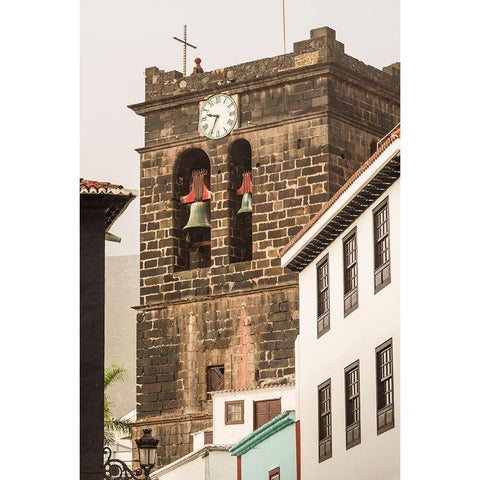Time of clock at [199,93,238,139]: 9:34
